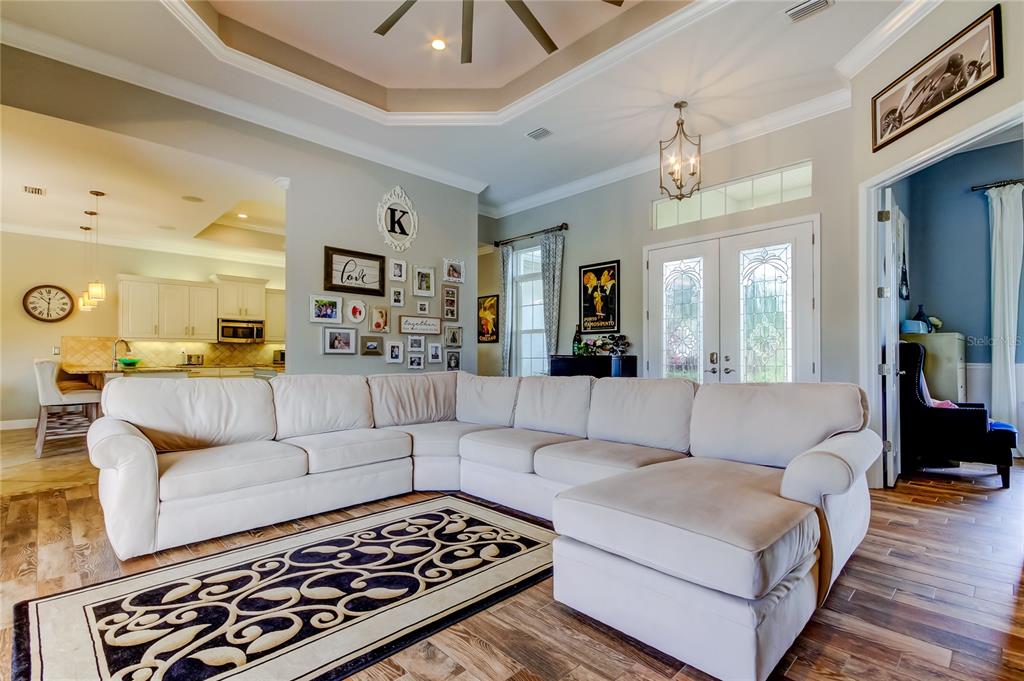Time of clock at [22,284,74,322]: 10:31
